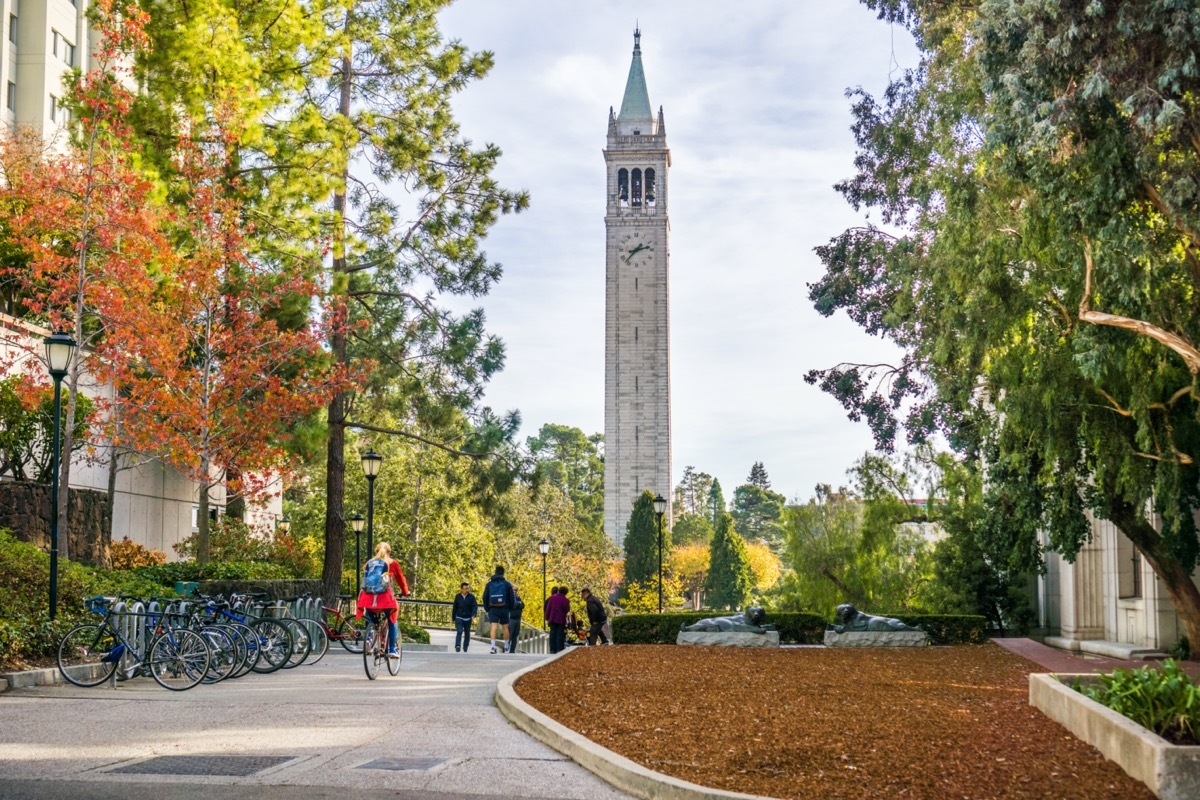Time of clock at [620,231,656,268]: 2:37
